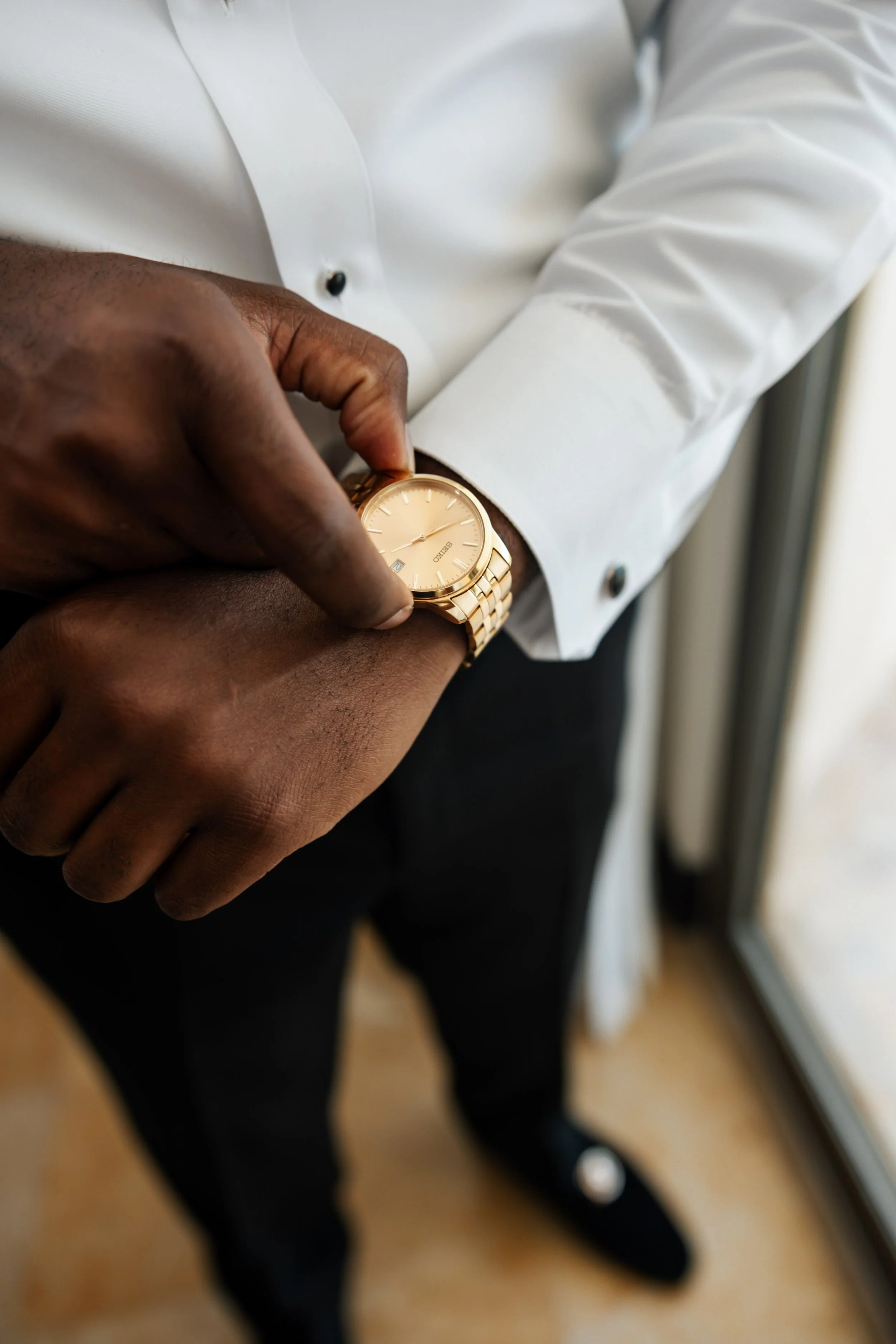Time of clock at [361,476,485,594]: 8:09
